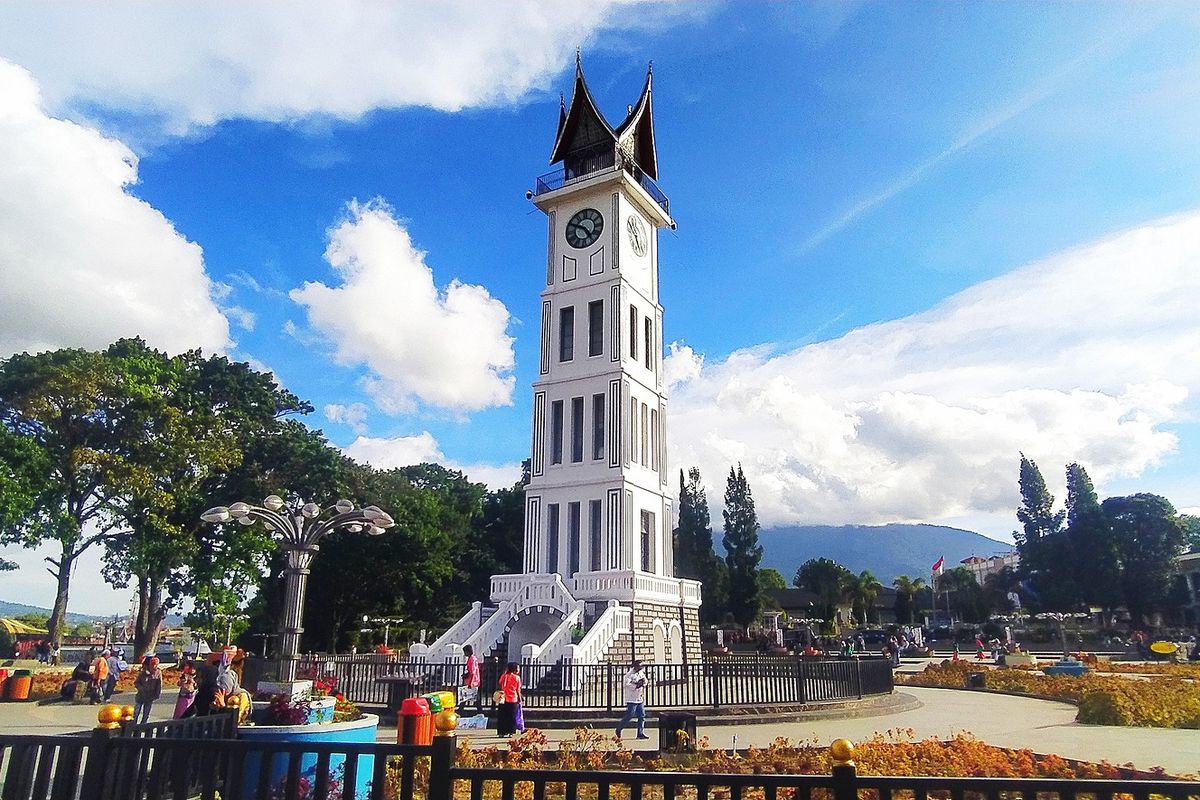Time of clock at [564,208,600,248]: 4:49
